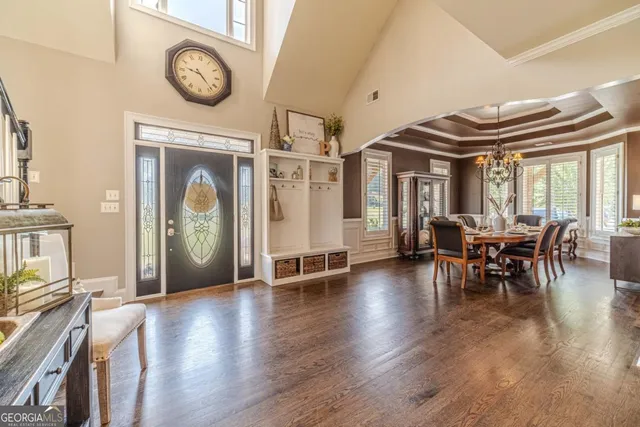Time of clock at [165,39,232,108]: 9:22
